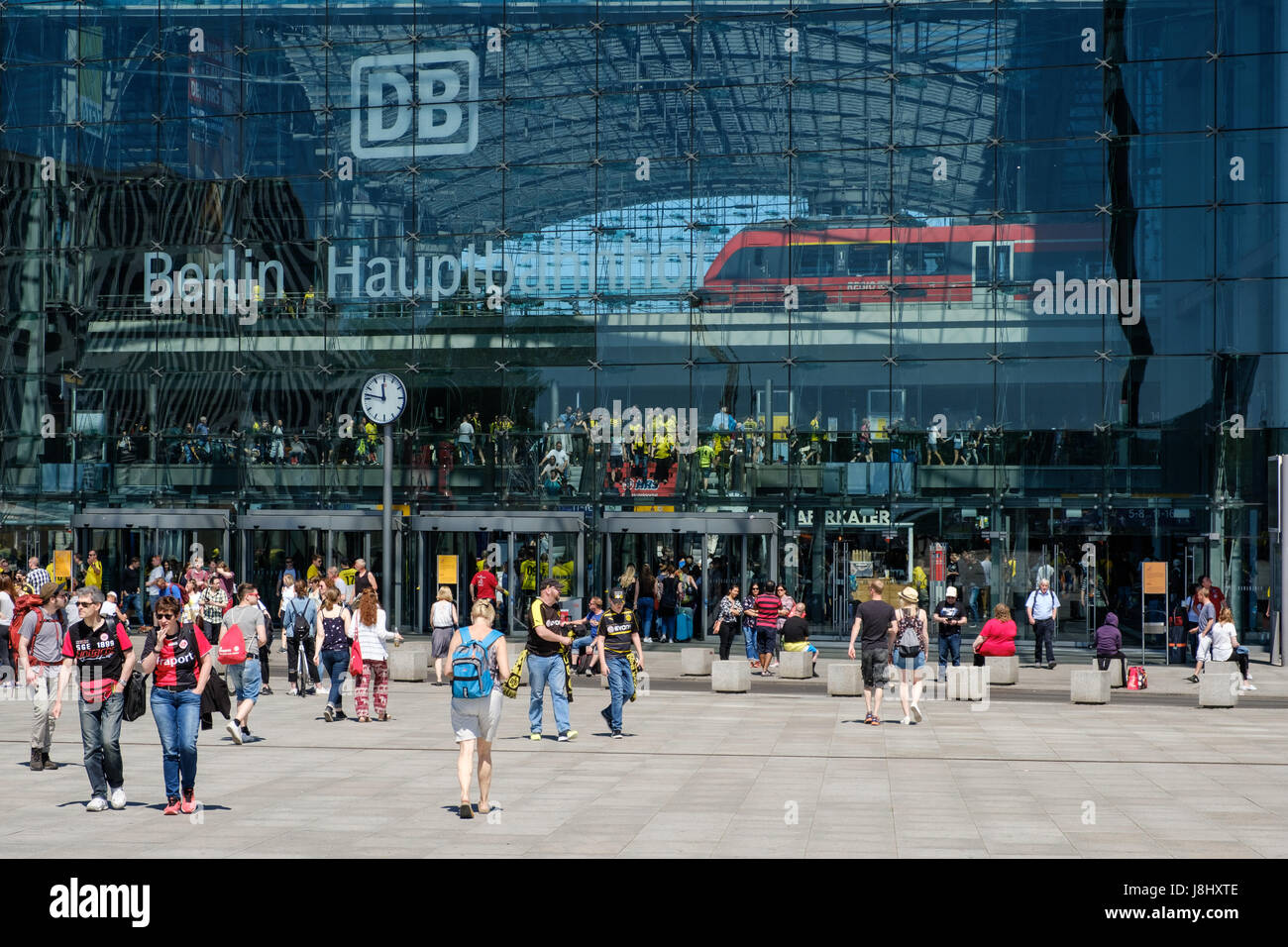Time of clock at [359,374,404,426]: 11:46
